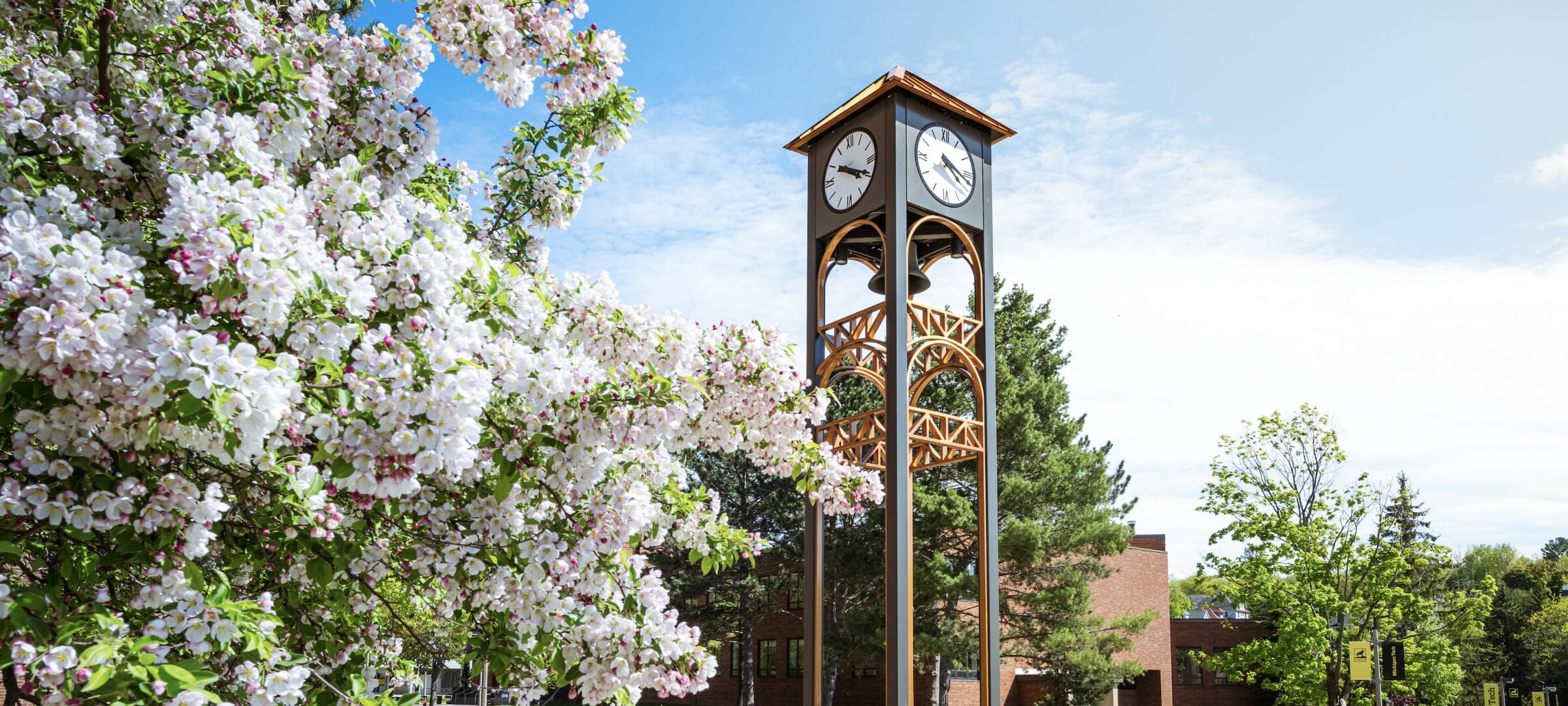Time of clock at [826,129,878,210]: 4:19
